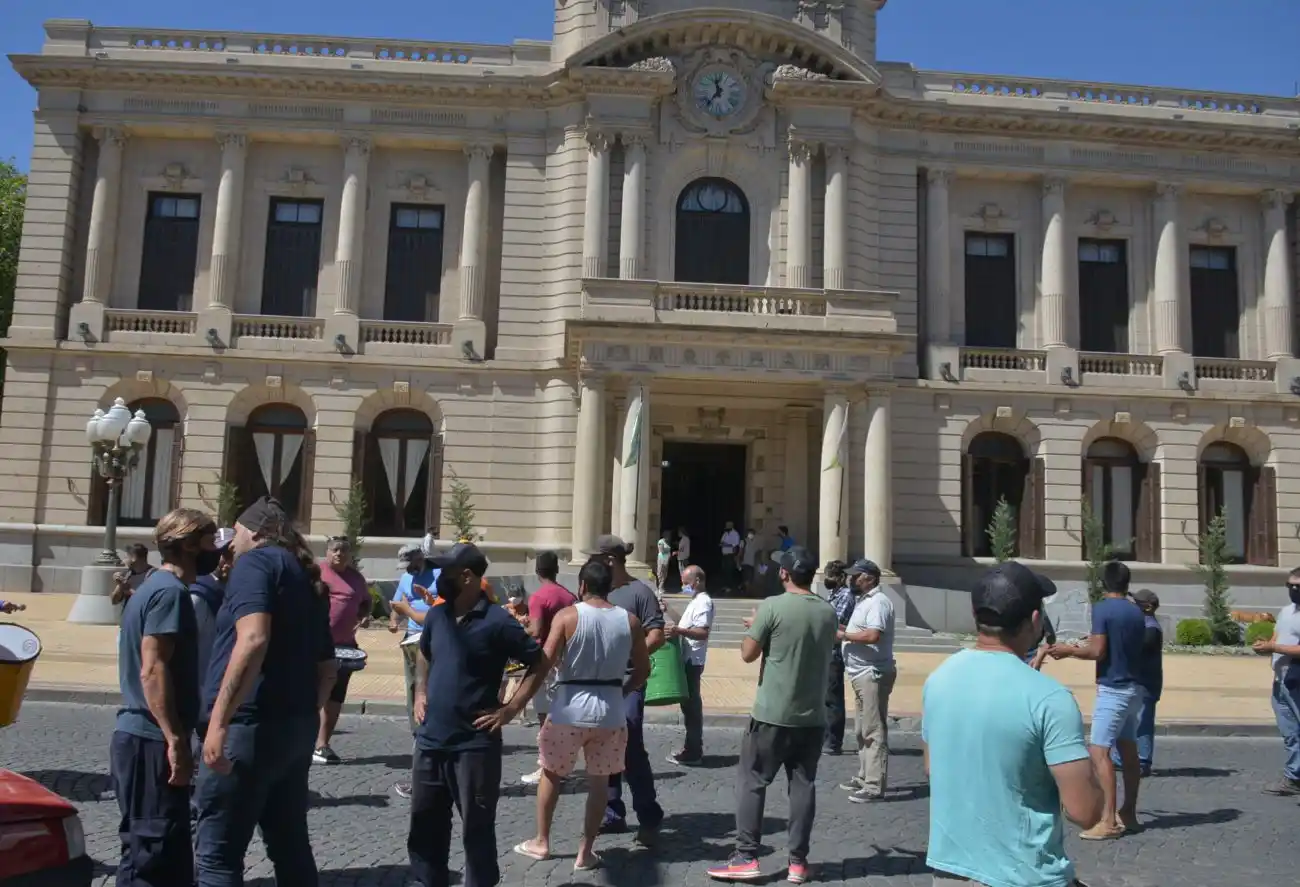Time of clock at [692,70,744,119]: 11:36
